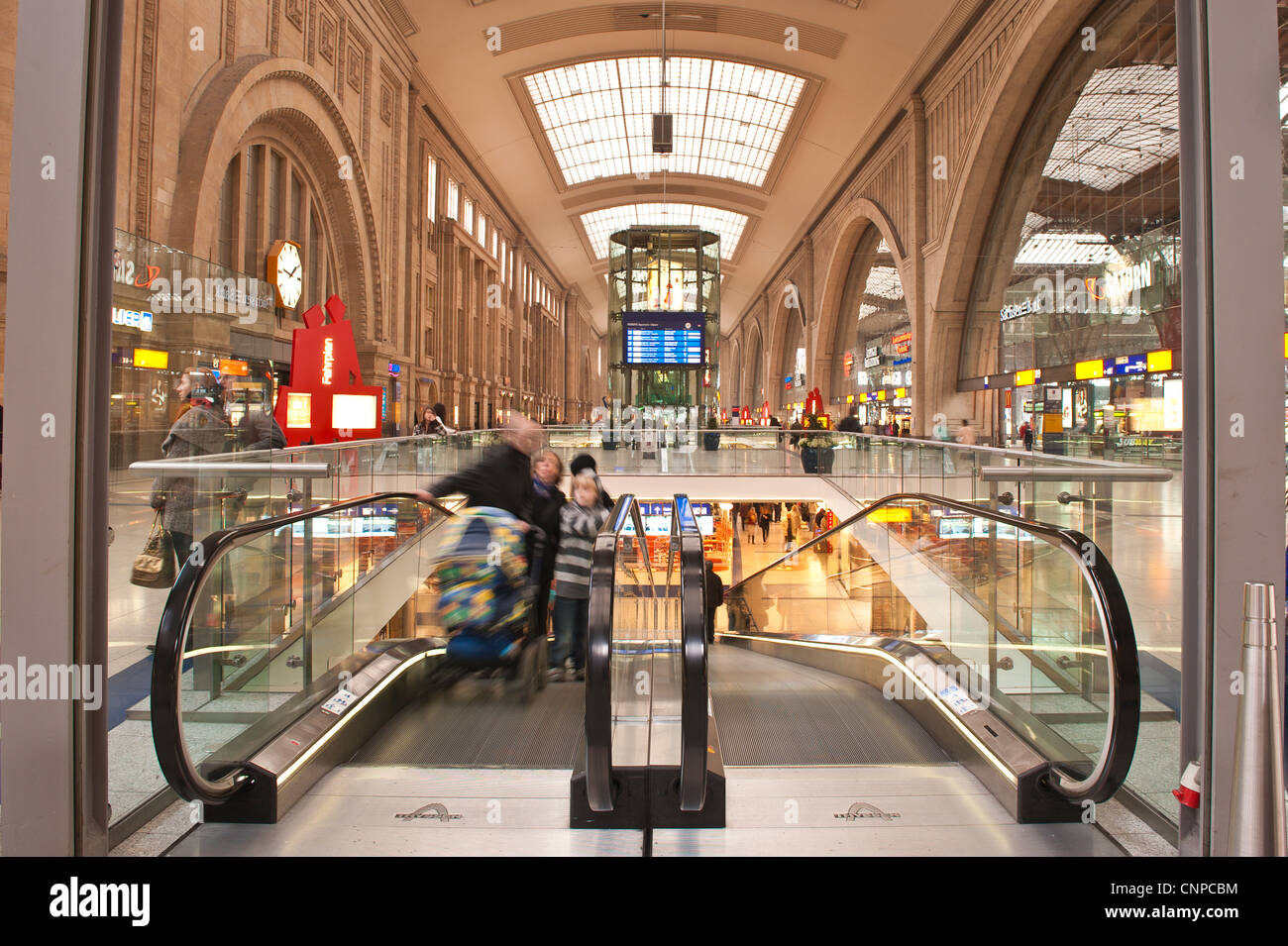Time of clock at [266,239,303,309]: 1:46
